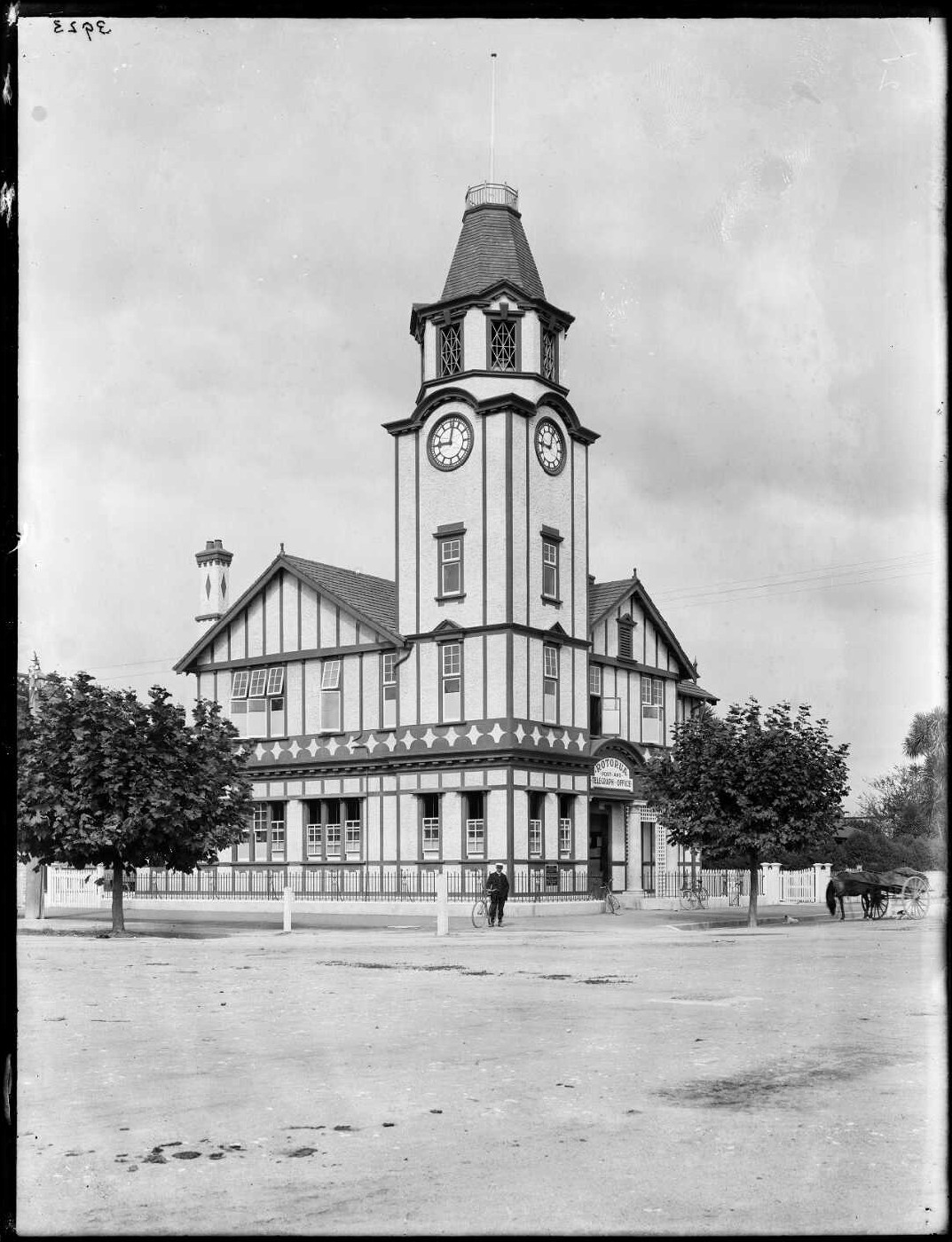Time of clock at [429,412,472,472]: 9:01
